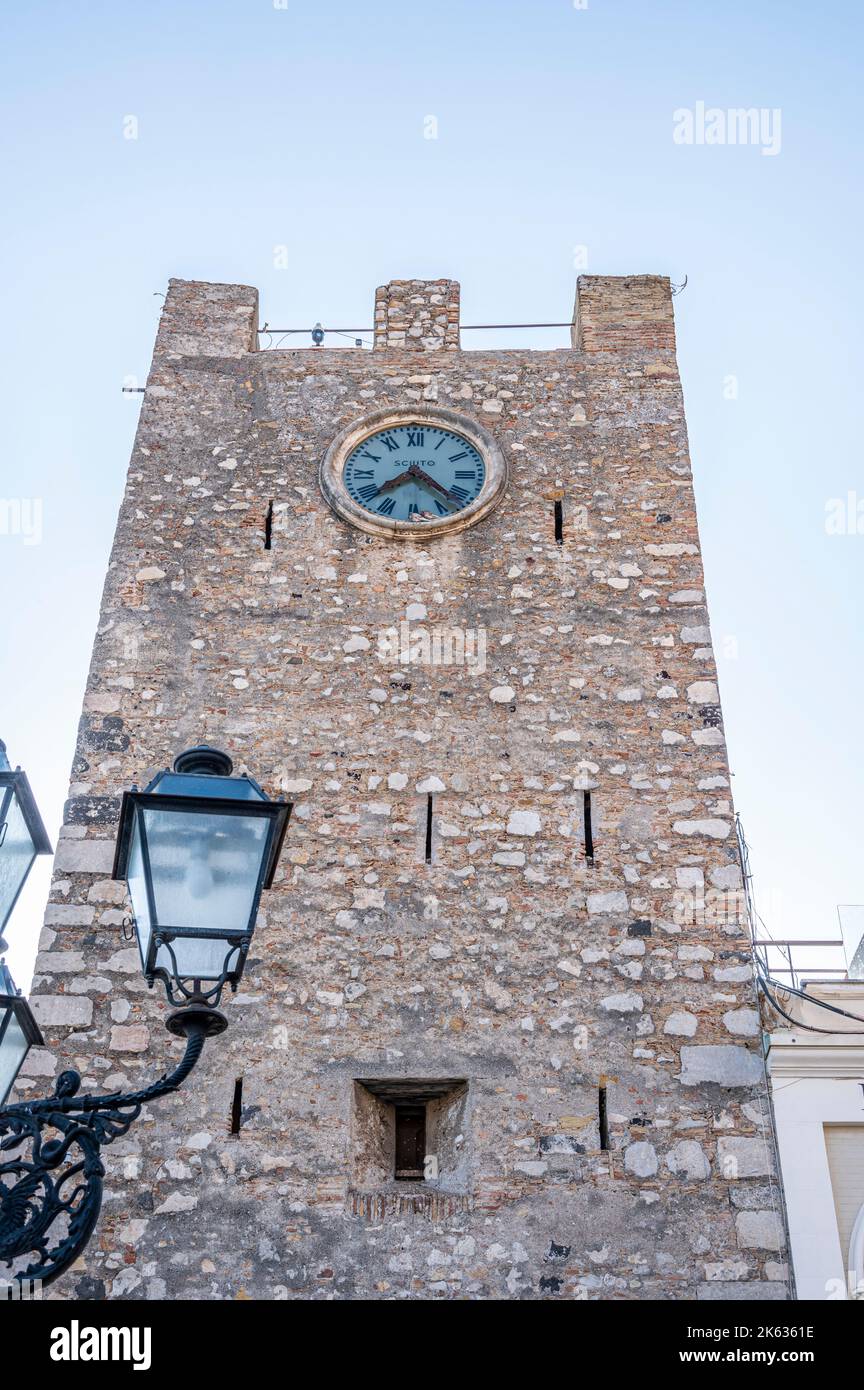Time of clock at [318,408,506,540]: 7:22
